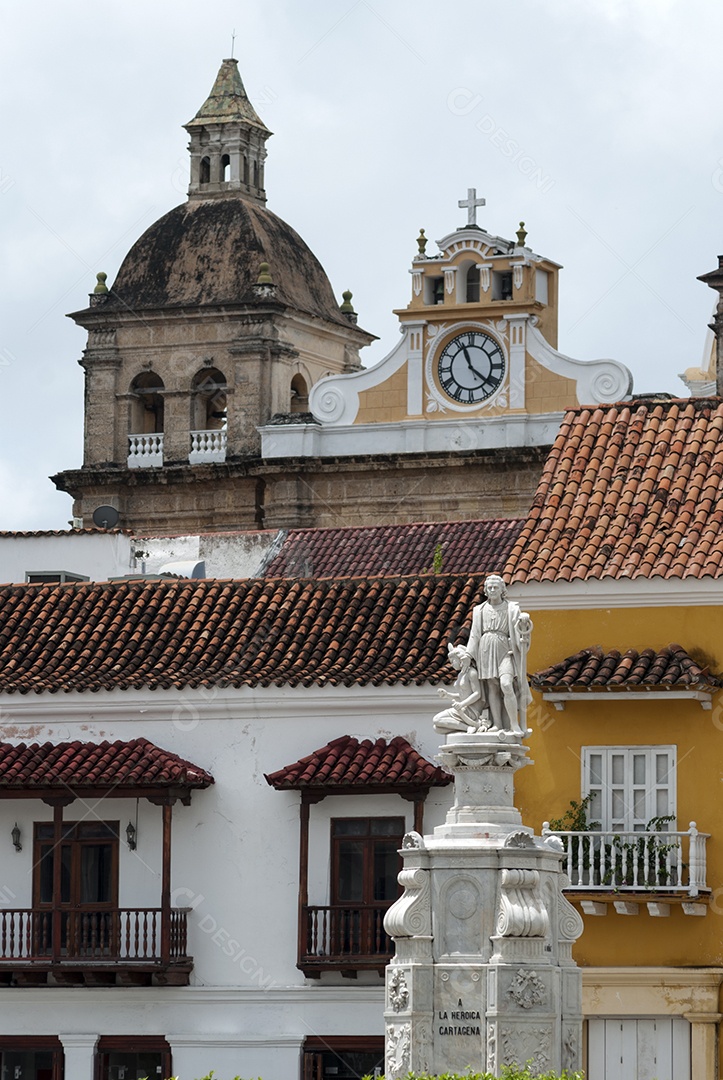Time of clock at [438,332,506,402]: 11:21
